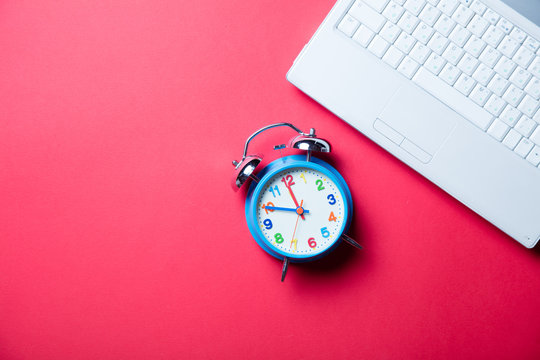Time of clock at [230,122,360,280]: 11:48
